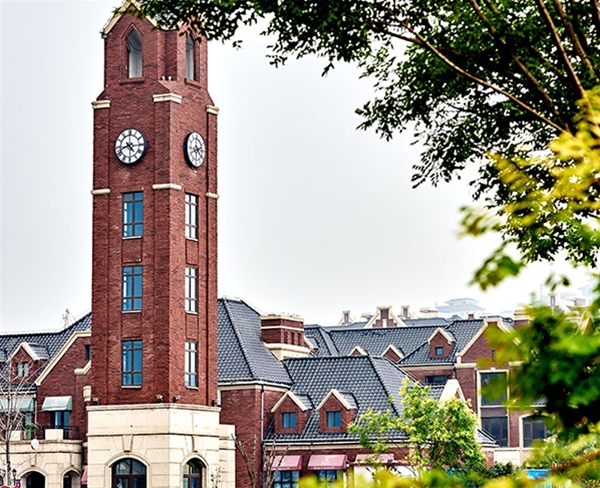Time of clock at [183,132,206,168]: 2:21
